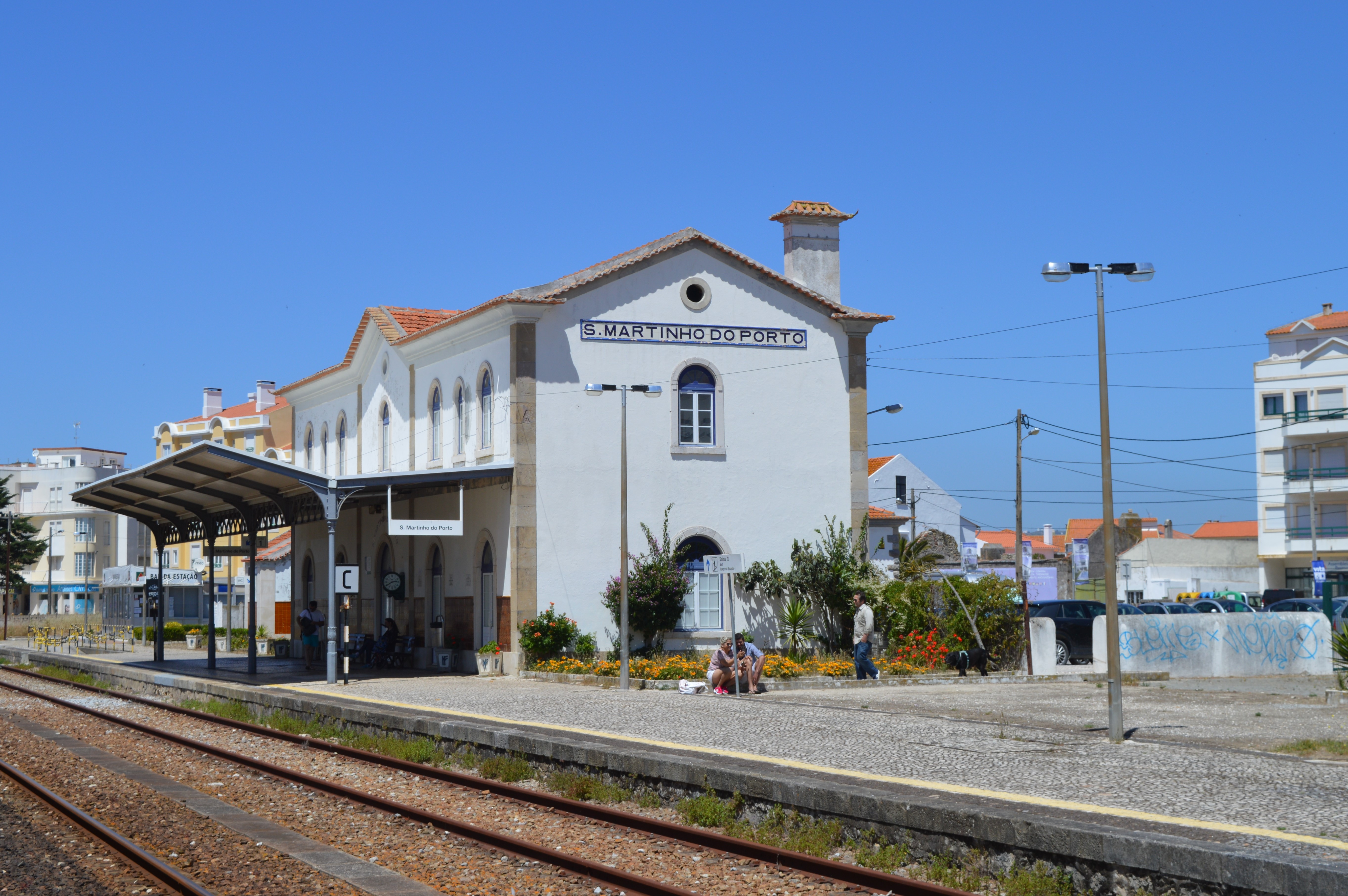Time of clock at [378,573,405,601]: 2:40
